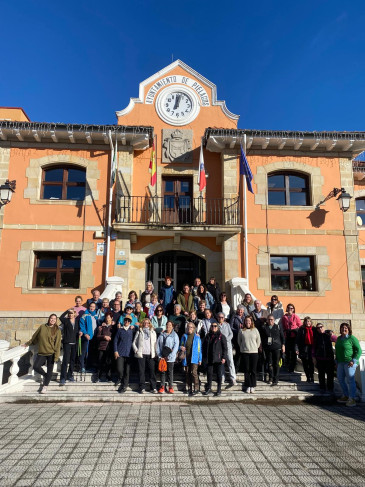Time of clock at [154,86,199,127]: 12:02
